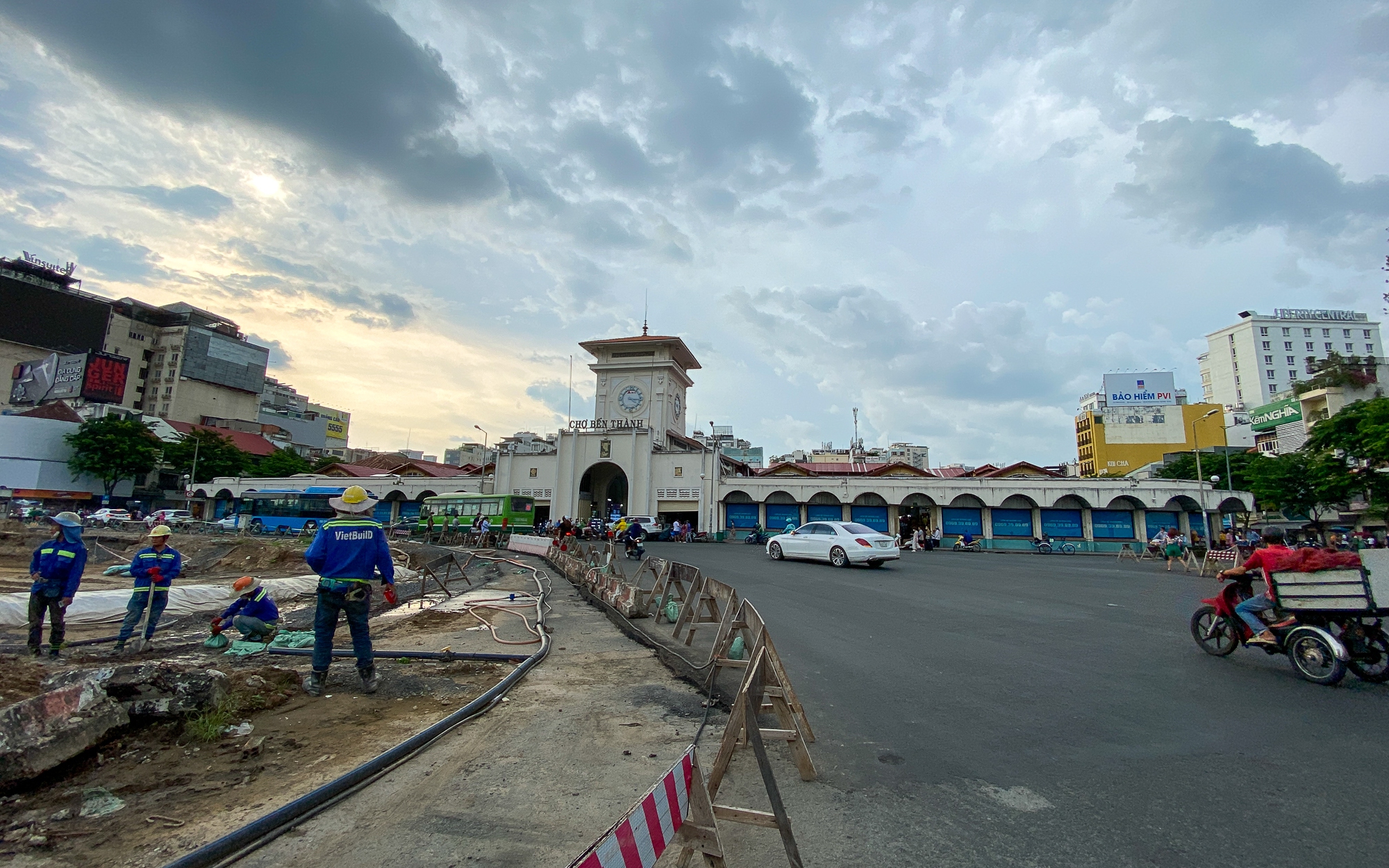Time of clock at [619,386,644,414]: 4:16
